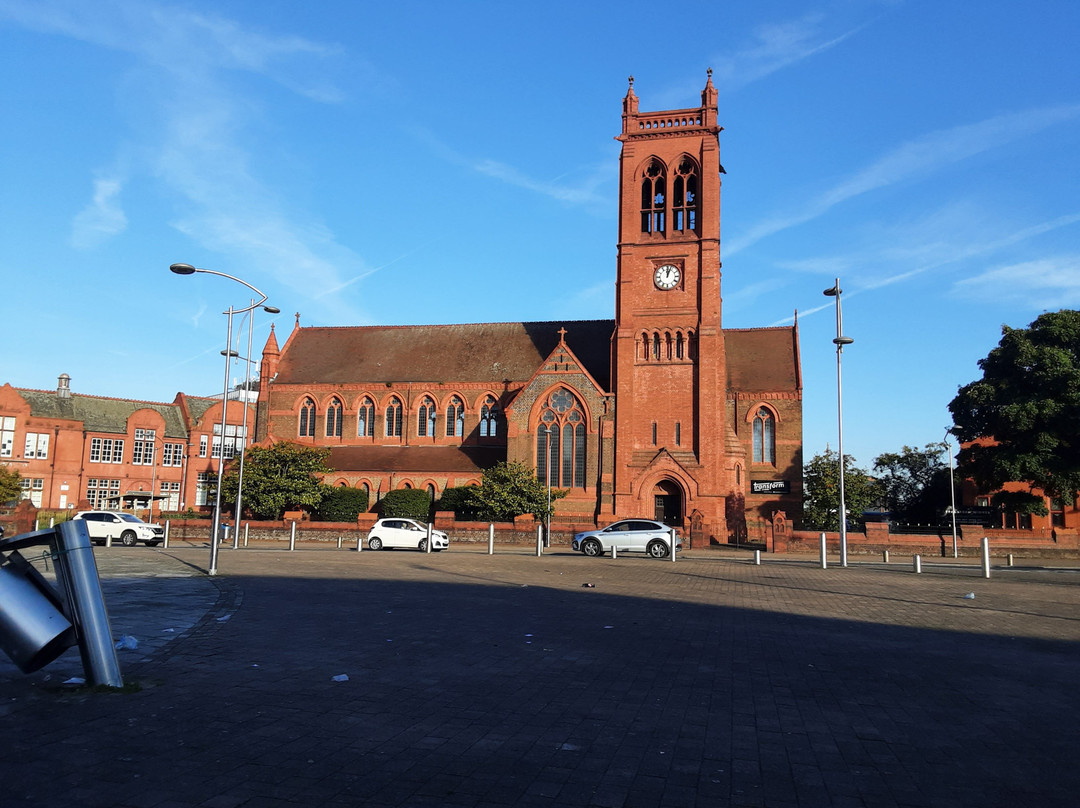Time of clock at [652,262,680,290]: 12:03
